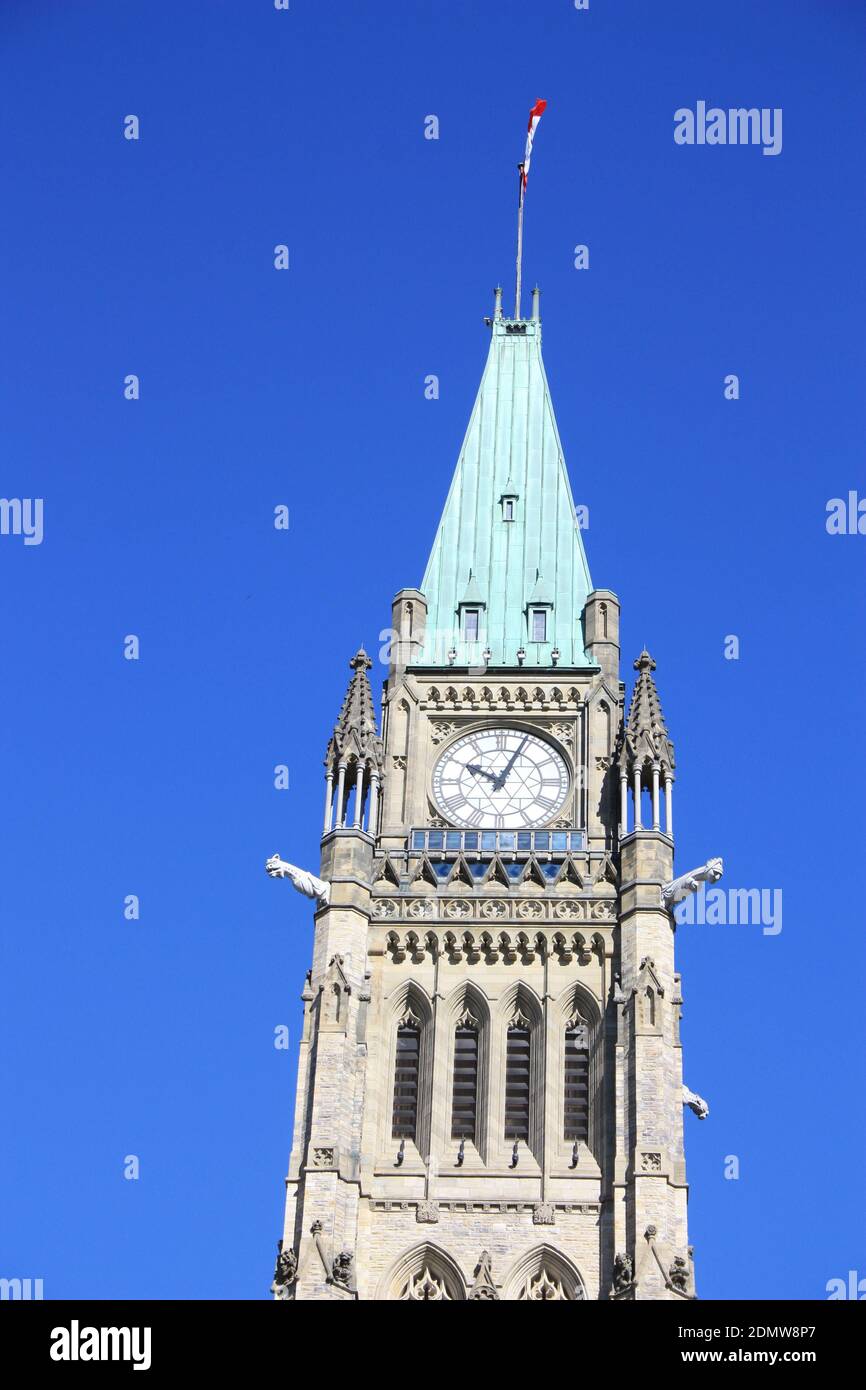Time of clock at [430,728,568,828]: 10:03
